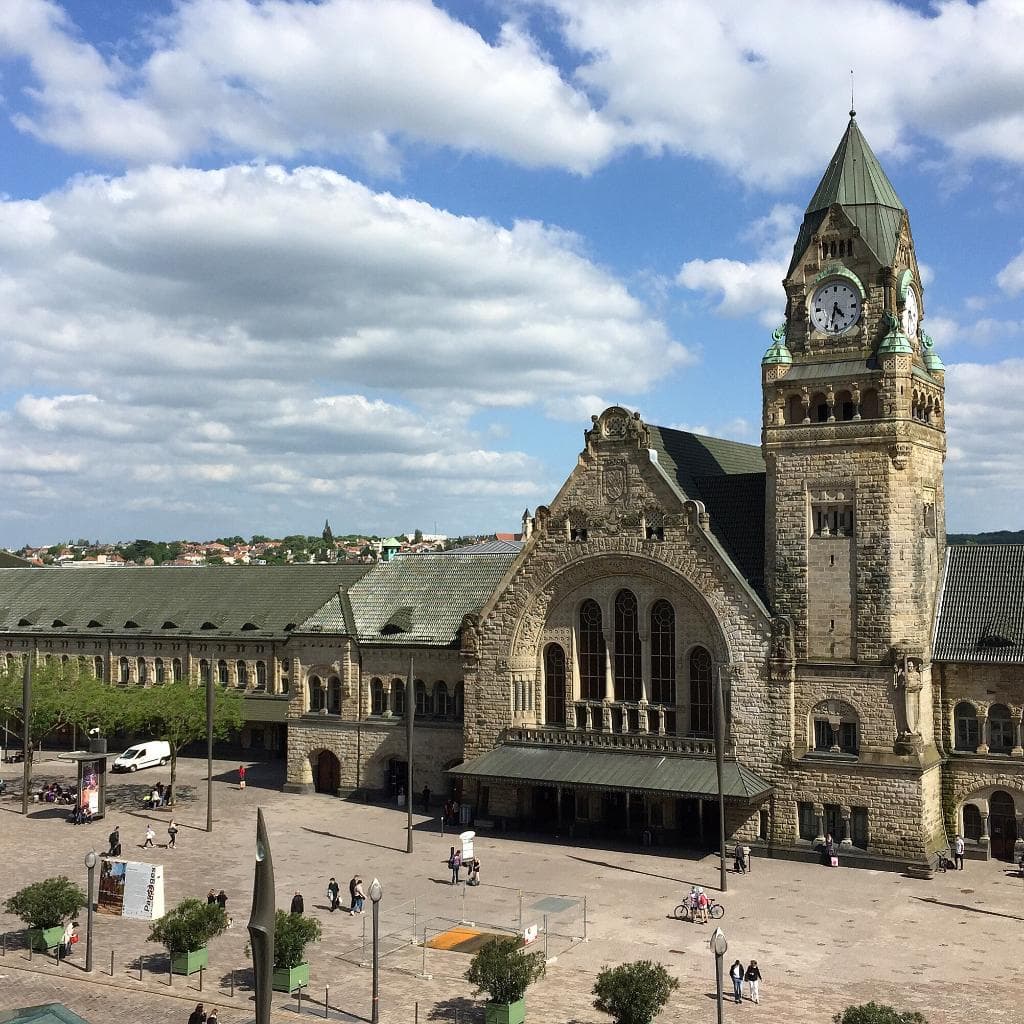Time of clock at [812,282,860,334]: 4:33
